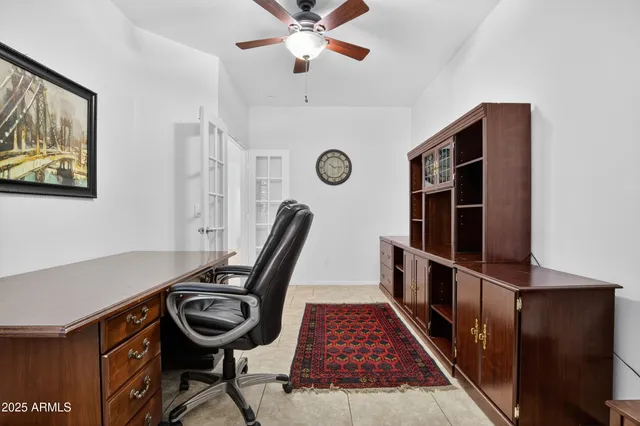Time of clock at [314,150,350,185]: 10:15
